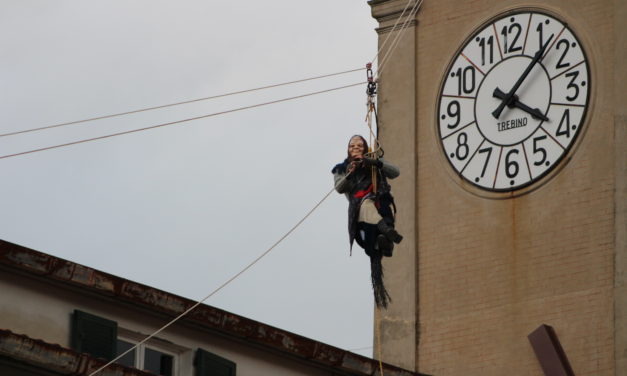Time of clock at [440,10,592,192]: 4:07
